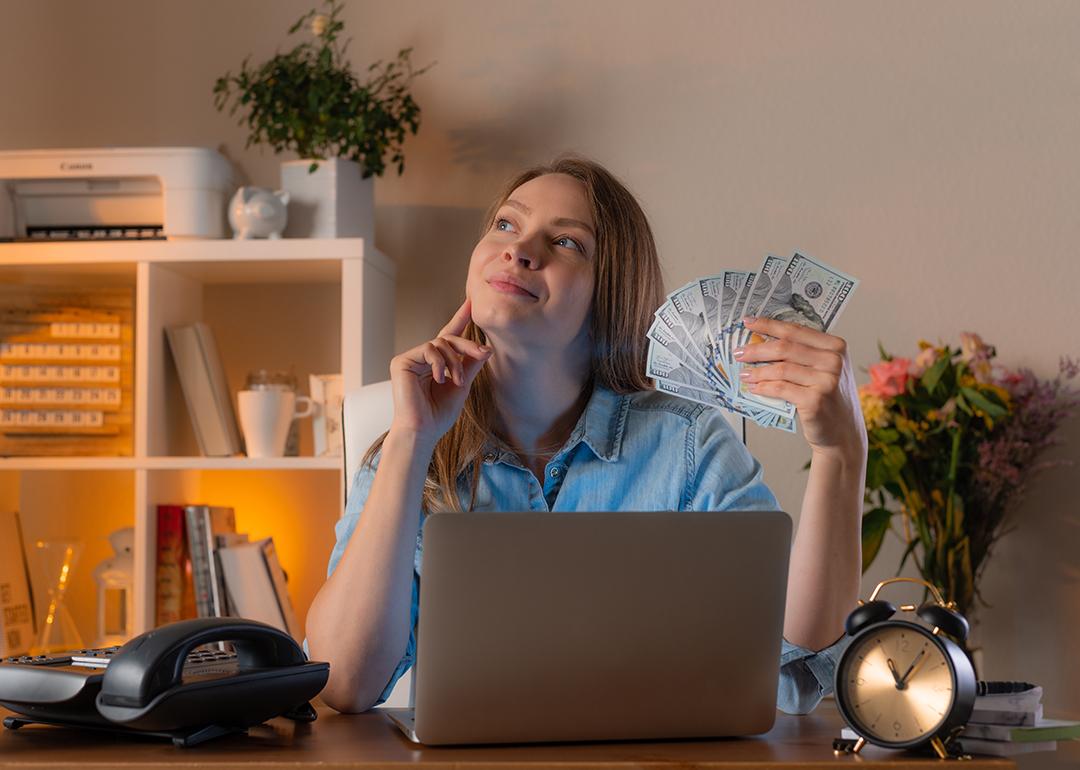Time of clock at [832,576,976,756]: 11:06
